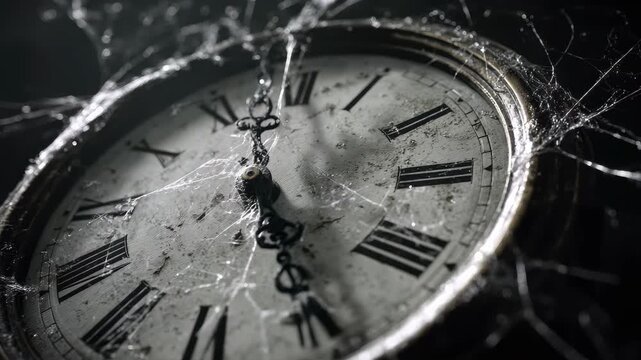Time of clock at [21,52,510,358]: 4:57
